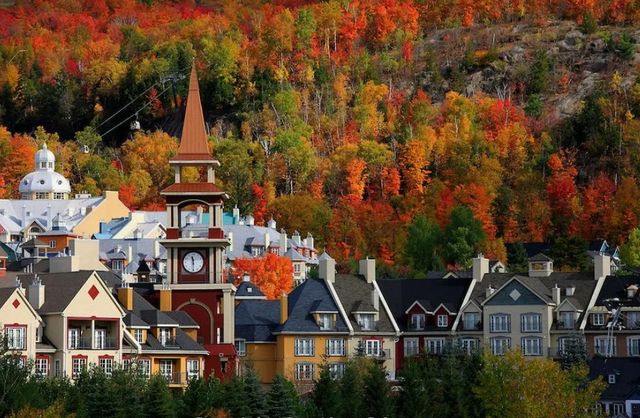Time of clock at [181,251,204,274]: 11:29
